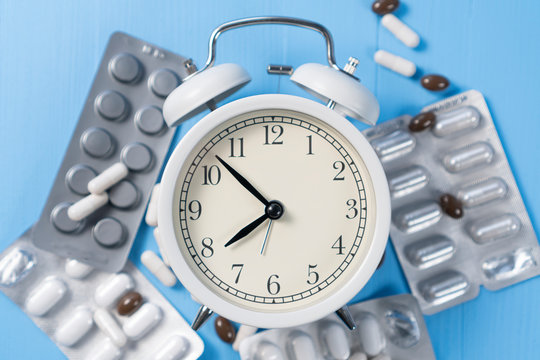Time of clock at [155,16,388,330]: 7:52
